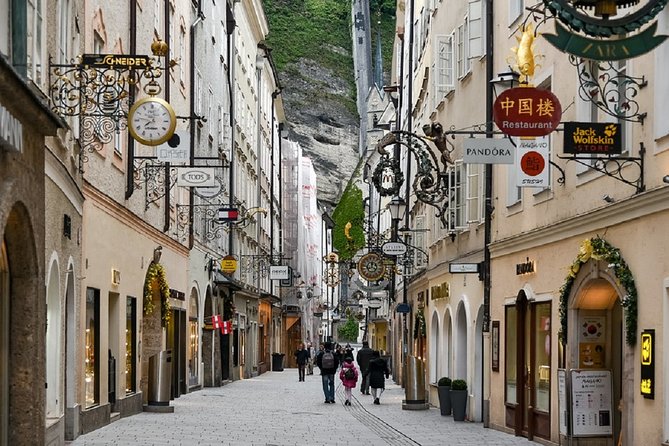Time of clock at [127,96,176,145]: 7:46
